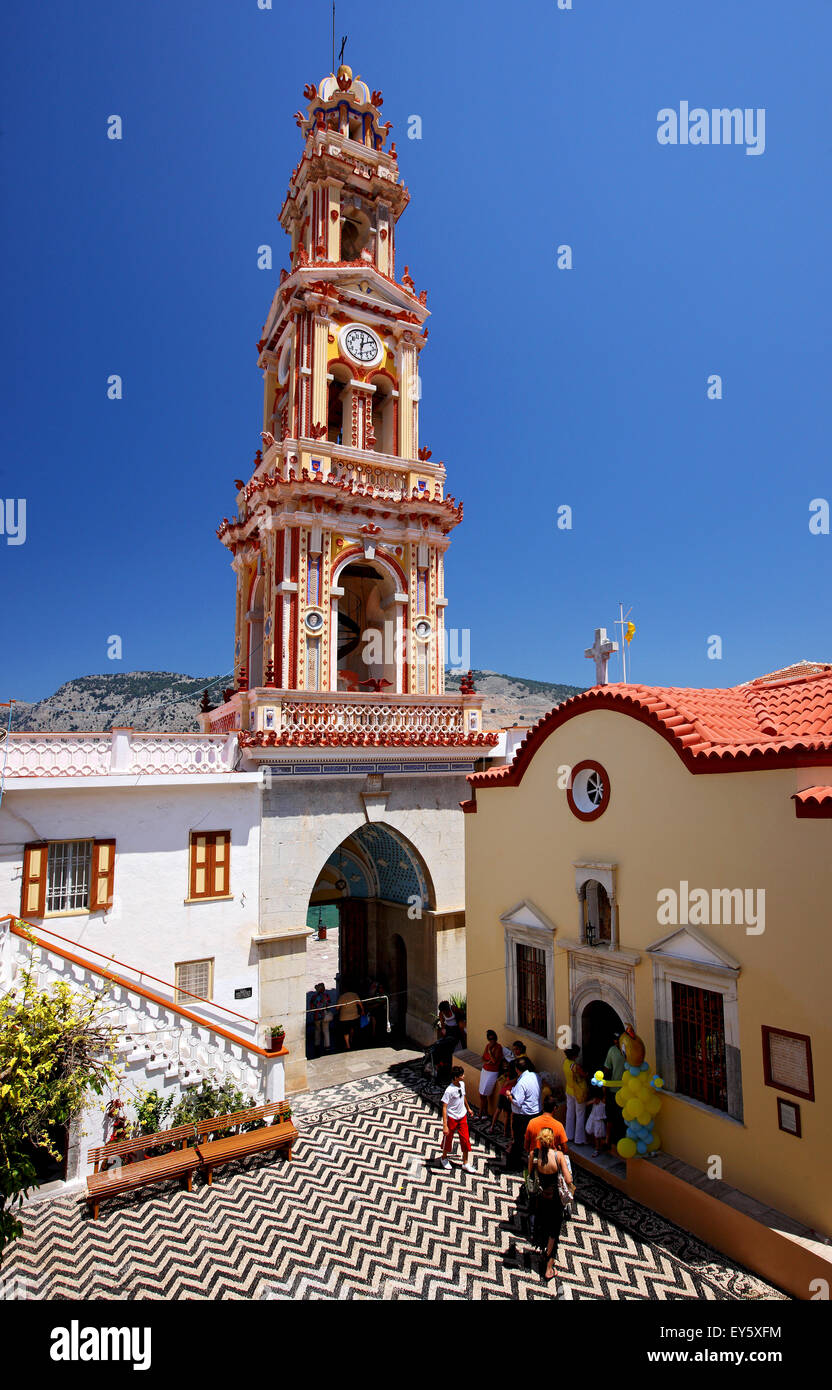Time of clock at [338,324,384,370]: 12:09
